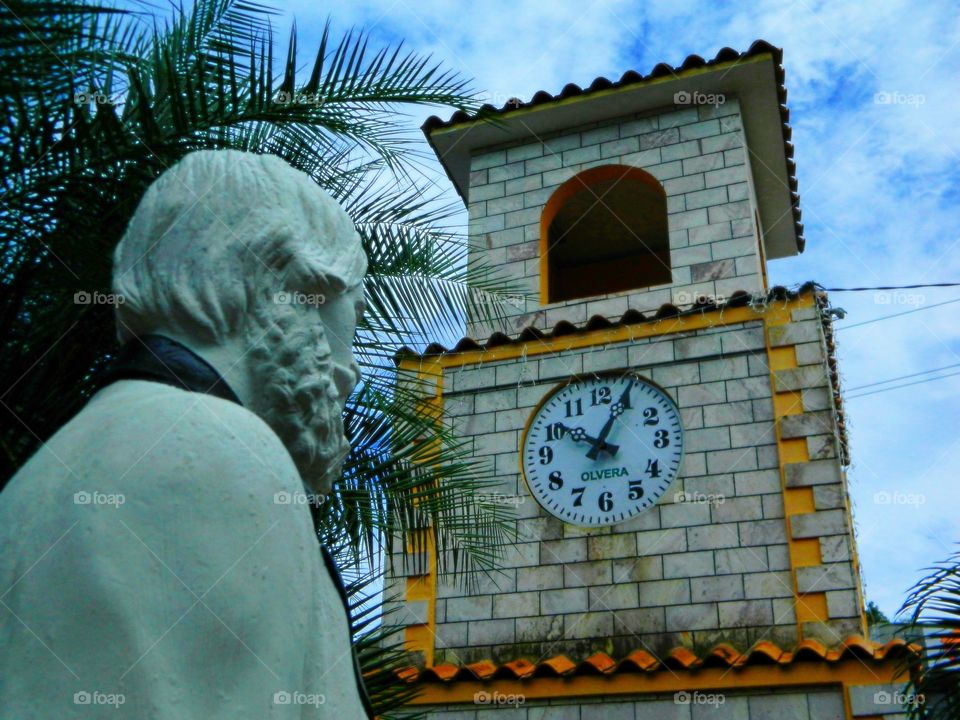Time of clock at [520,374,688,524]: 10:04
